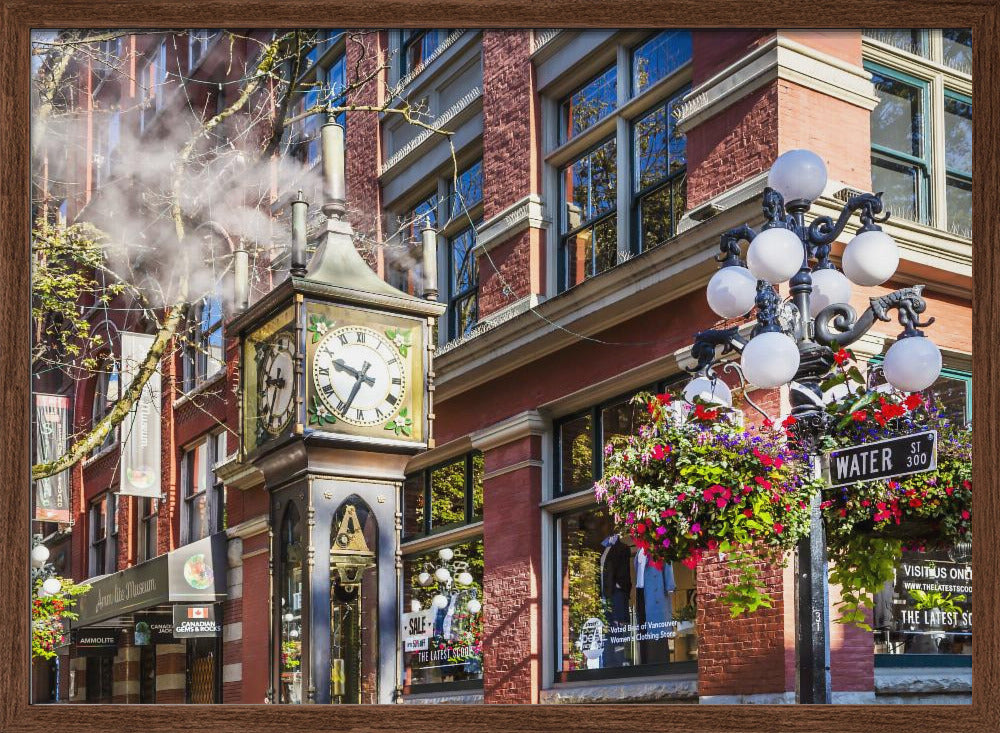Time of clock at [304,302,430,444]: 9:34
